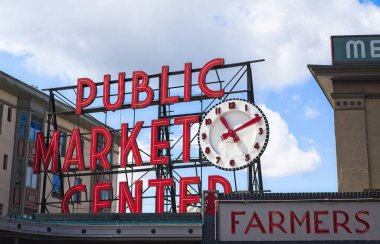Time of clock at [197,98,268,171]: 11:10
